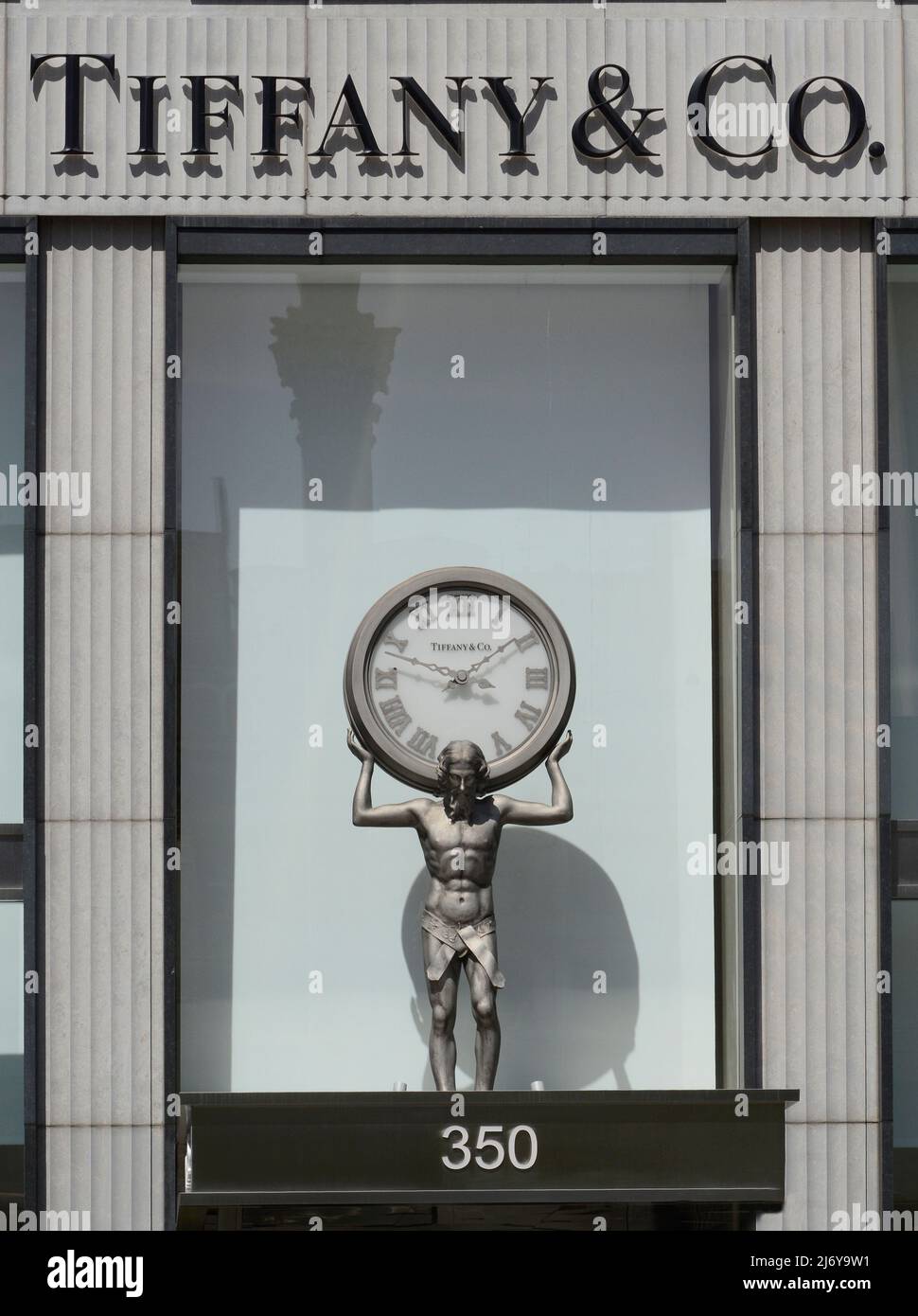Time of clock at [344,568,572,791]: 1:47
